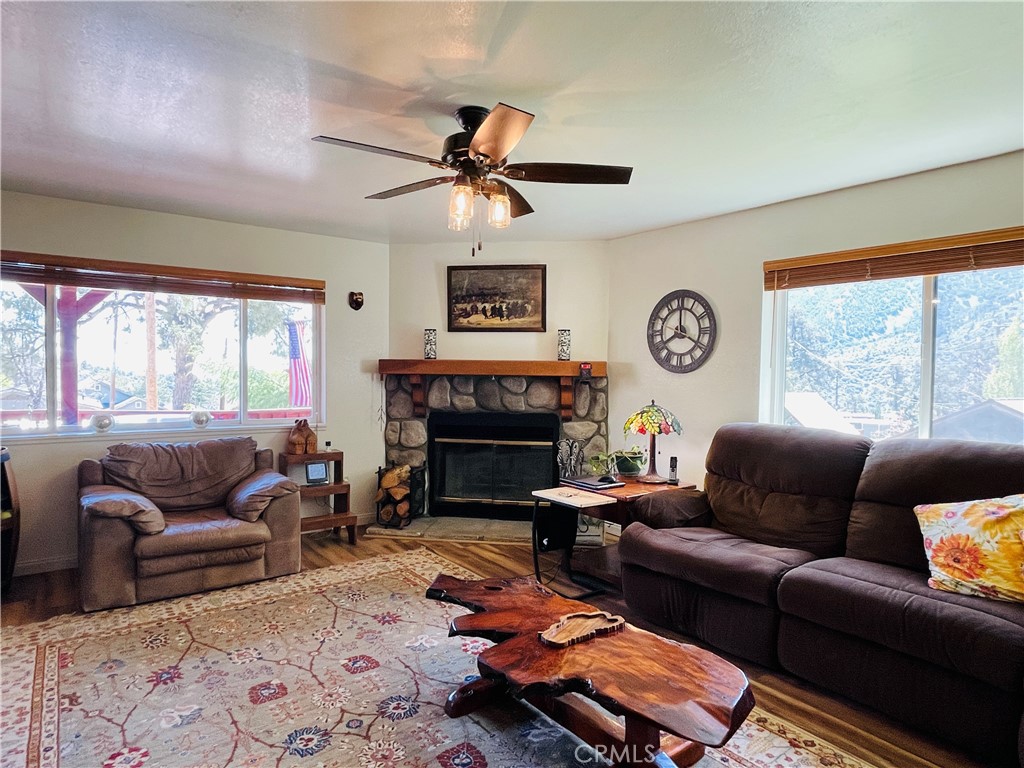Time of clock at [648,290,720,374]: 7:59
